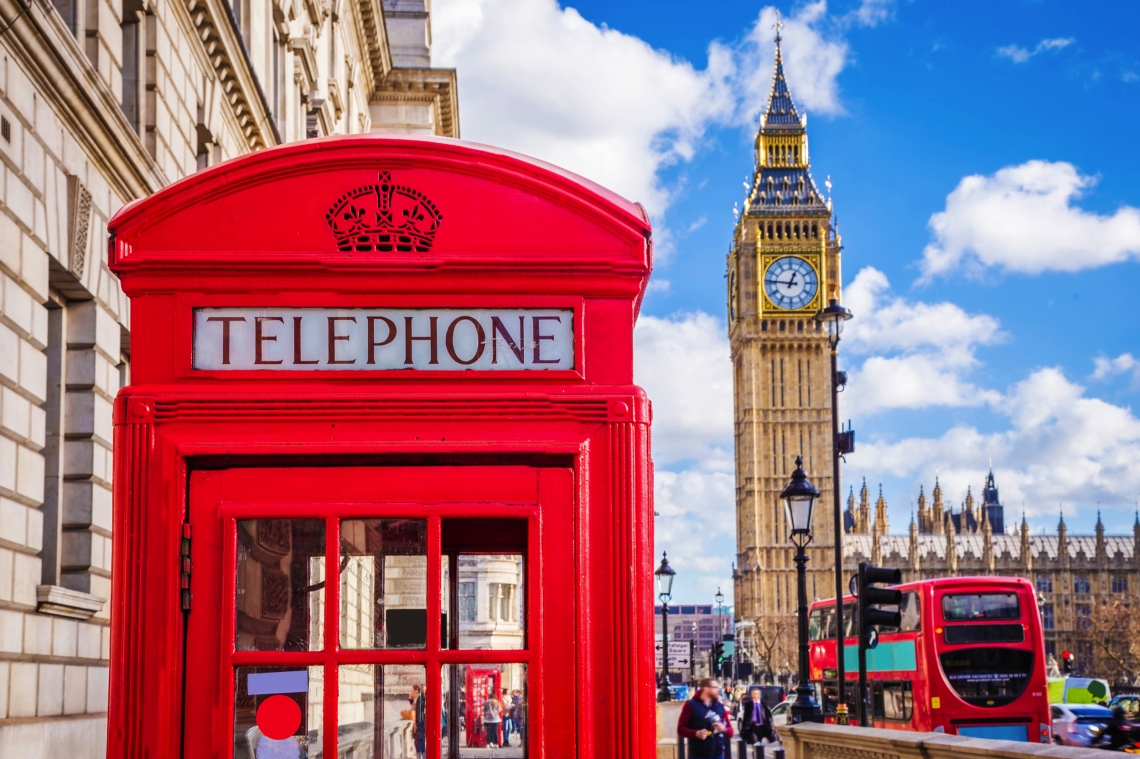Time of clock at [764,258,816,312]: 12:46
